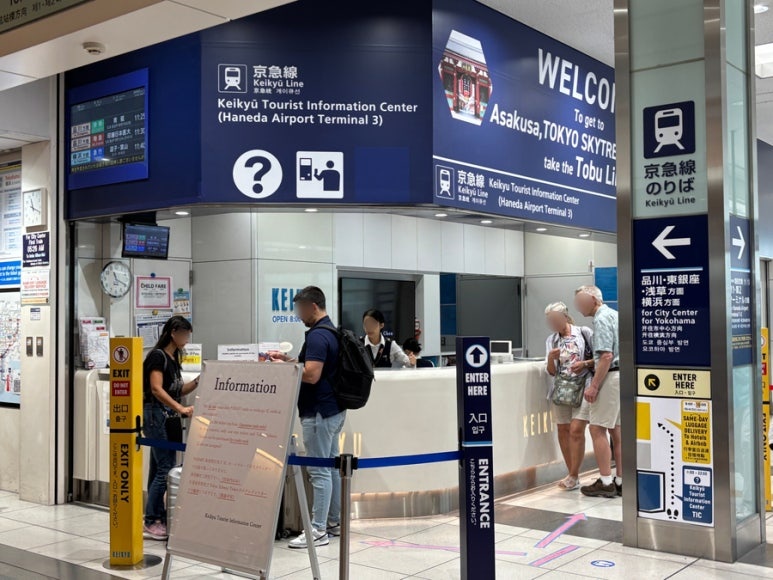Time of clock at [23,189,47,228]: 11:18
